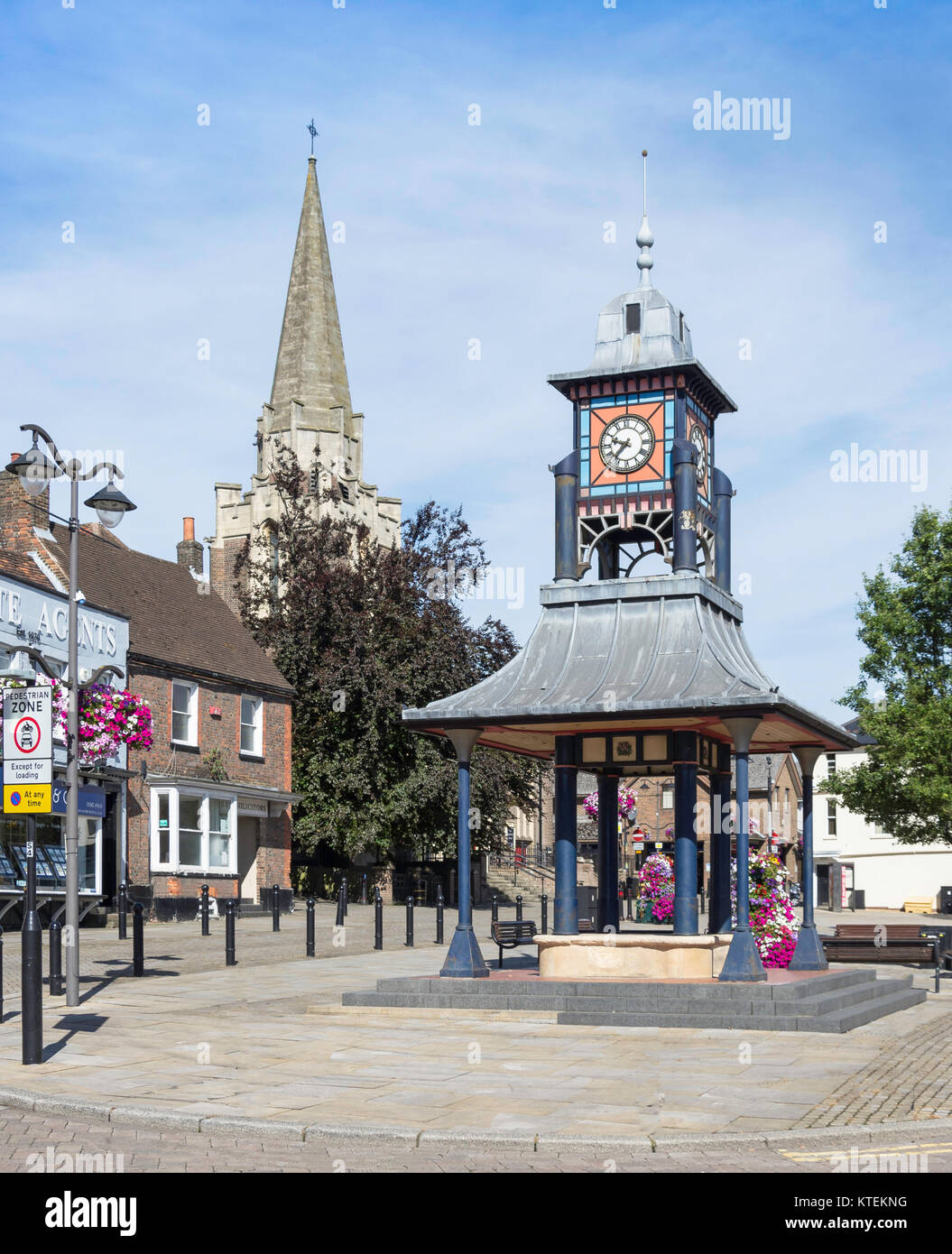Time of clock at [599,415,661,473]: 9:37
